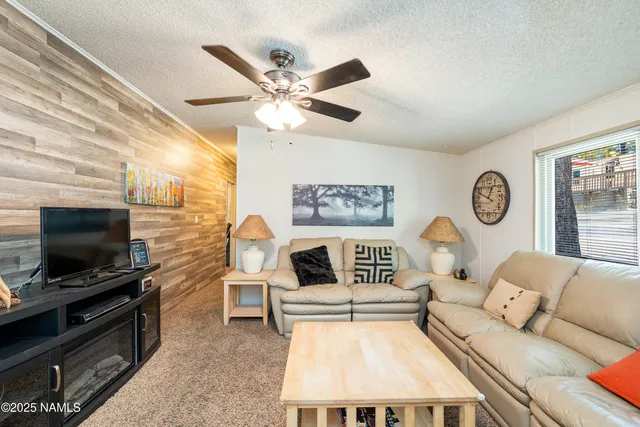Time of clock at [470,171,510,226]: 12:48
